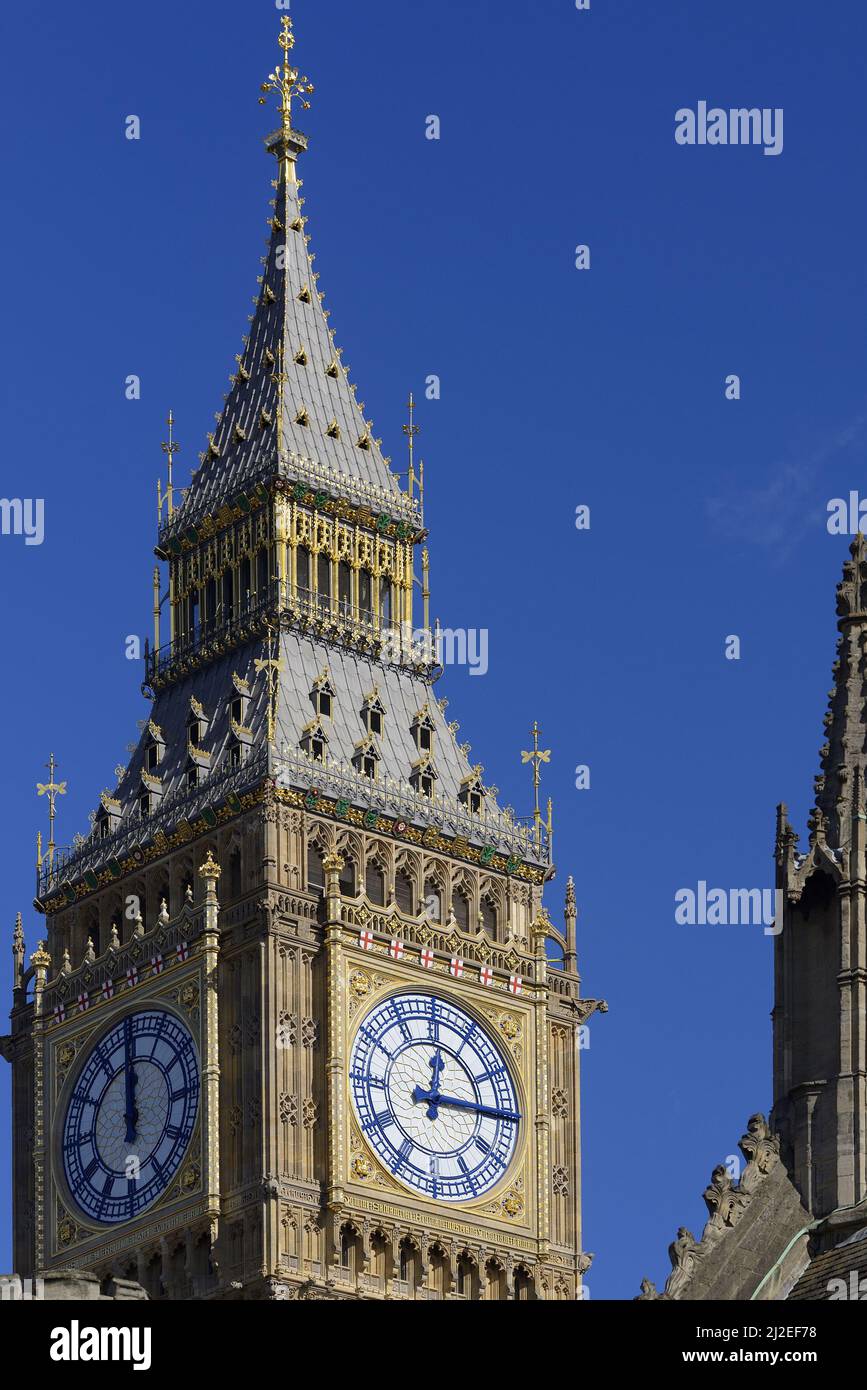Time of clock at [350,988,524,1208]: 12:14
